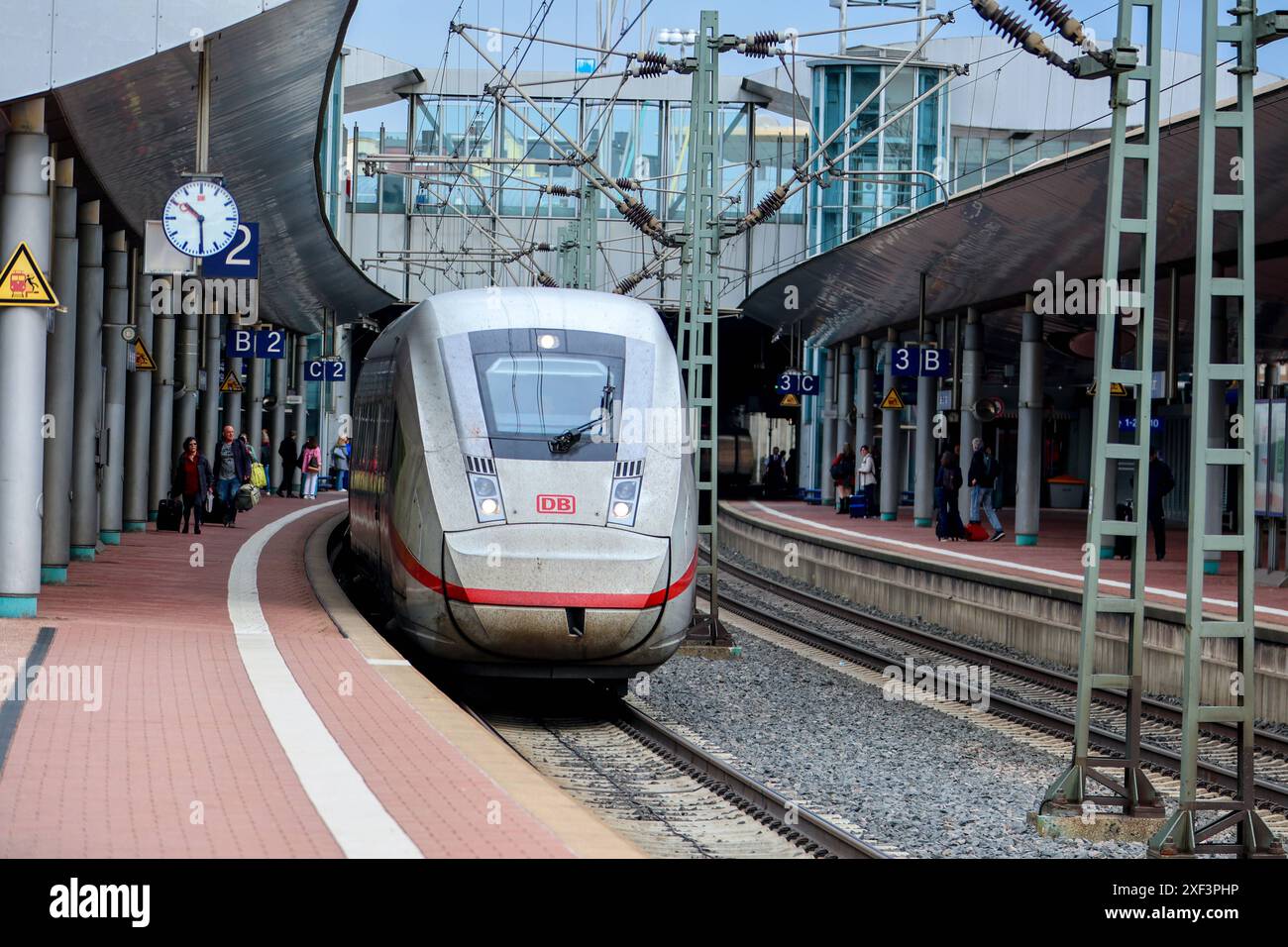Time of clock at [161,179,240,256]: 10:29
